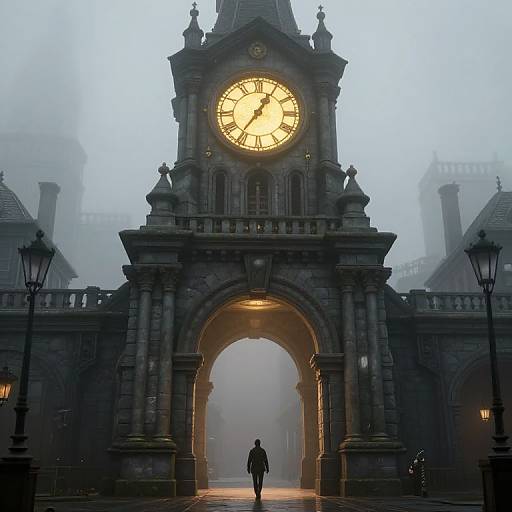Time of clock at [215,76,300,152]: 1:05
